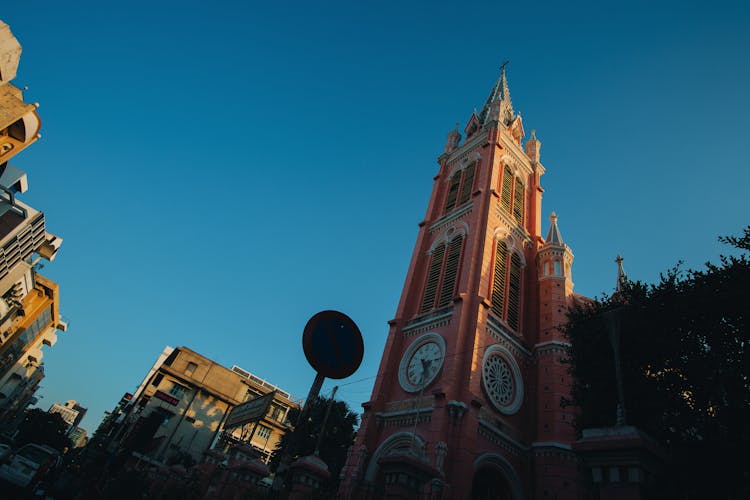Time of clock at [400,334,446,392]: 5:14
